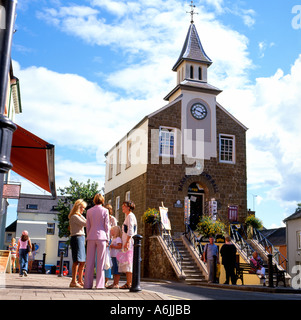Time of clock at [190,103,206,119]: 3:47
